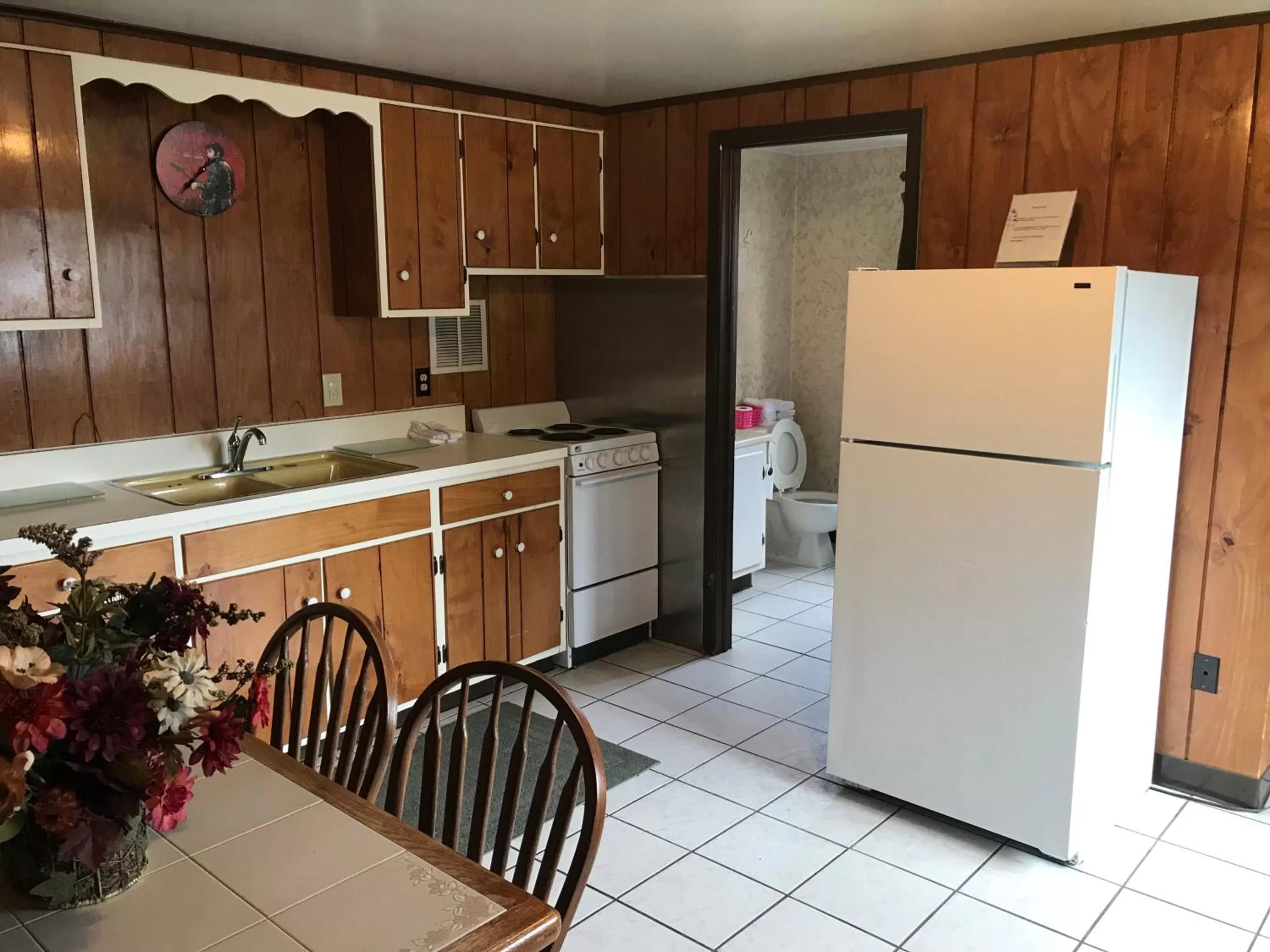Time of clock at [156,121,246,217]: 1:37
